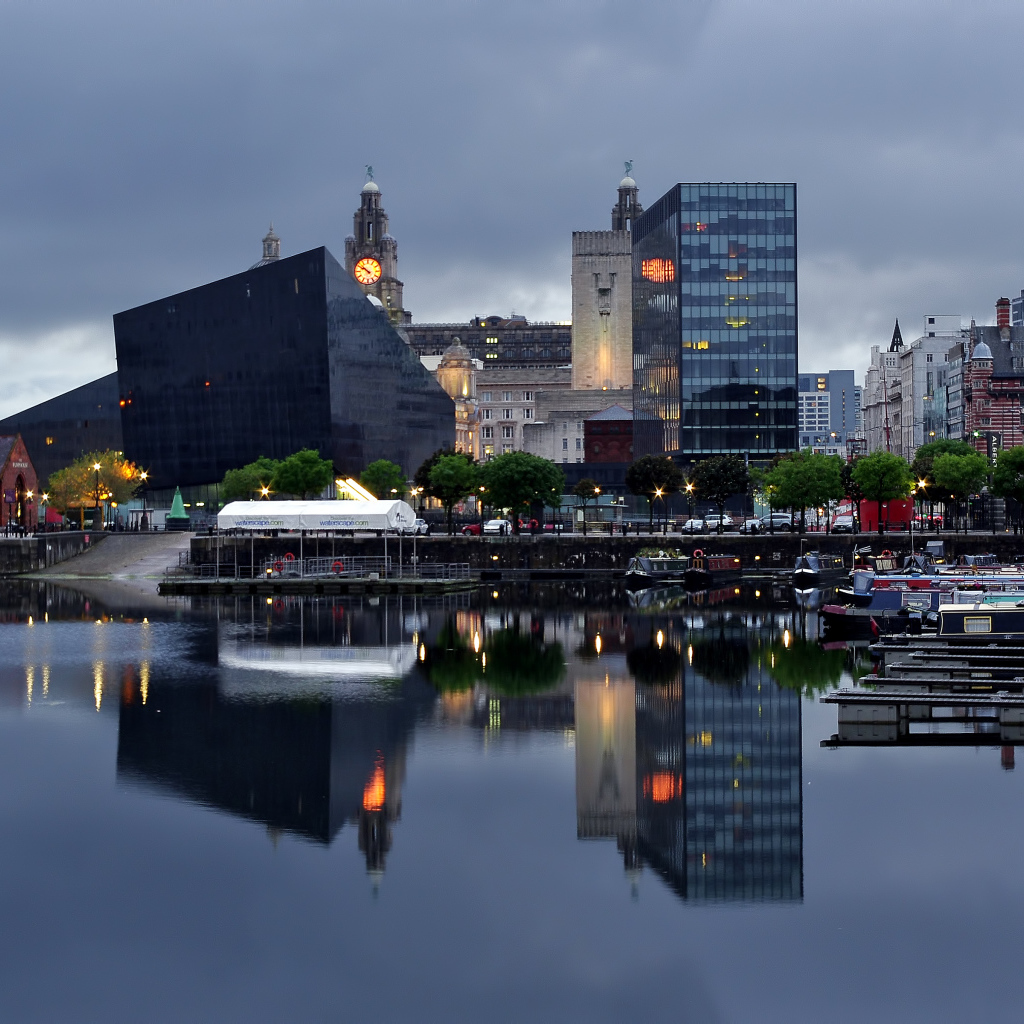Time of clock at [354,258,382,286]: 9:51
